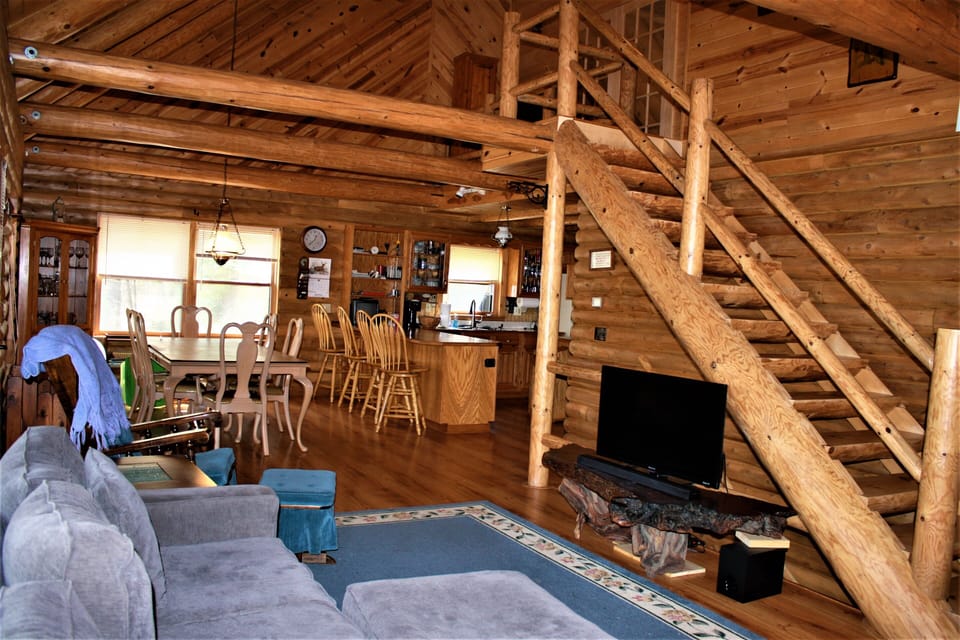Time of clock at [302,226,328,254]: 12:38
